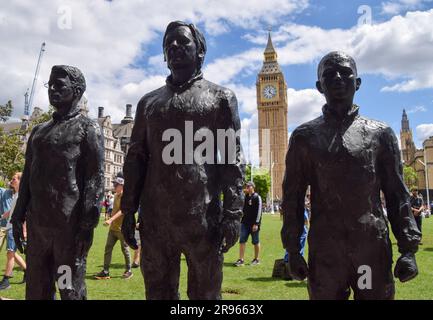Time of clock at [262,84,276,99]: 12:22
